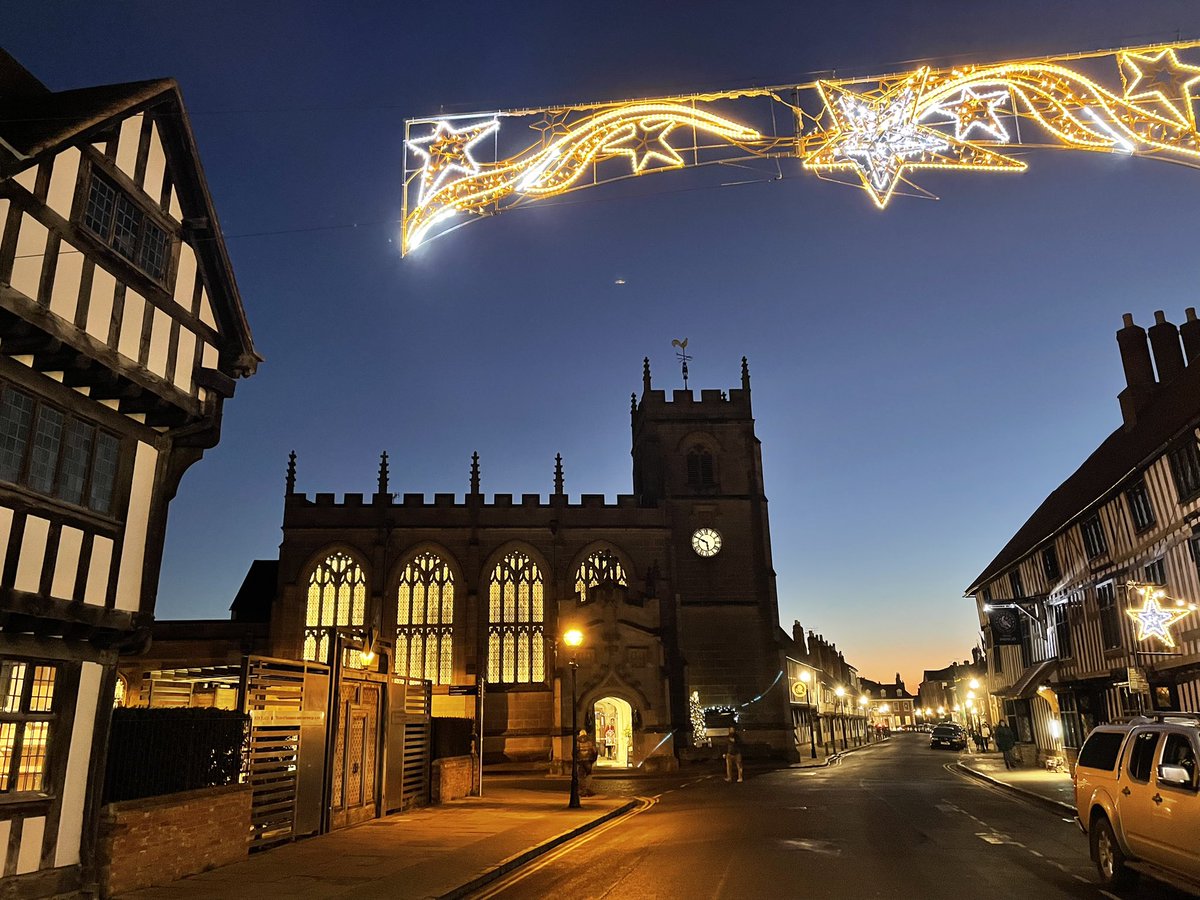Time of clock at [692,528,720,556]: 5:49
